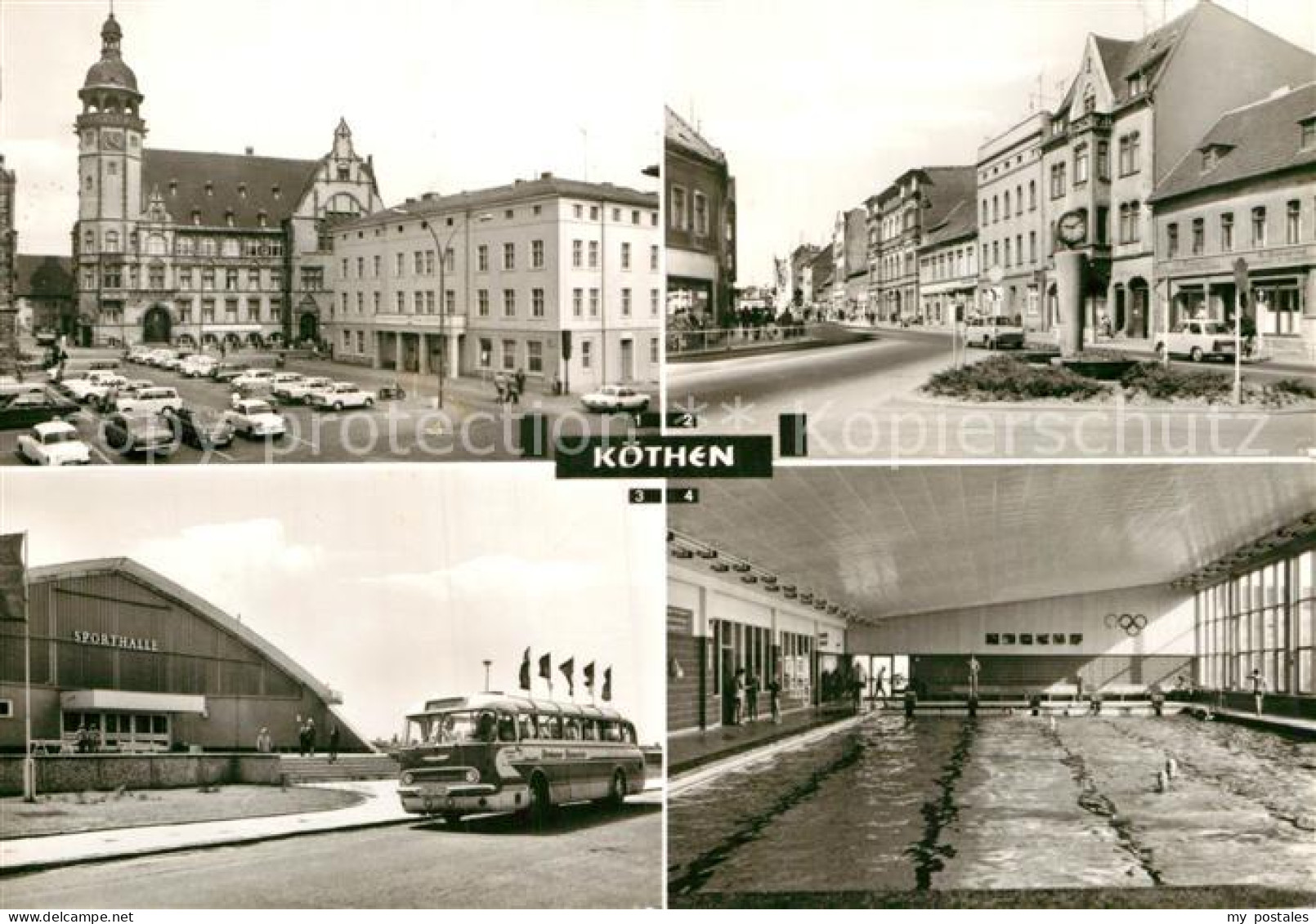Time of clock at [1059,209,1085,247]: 9:10
